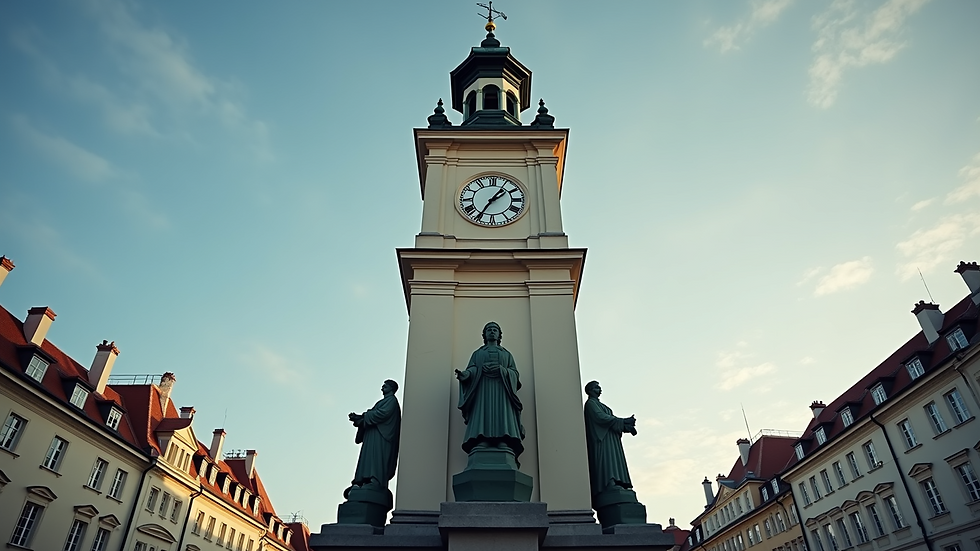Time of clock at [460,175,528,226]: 1:35
